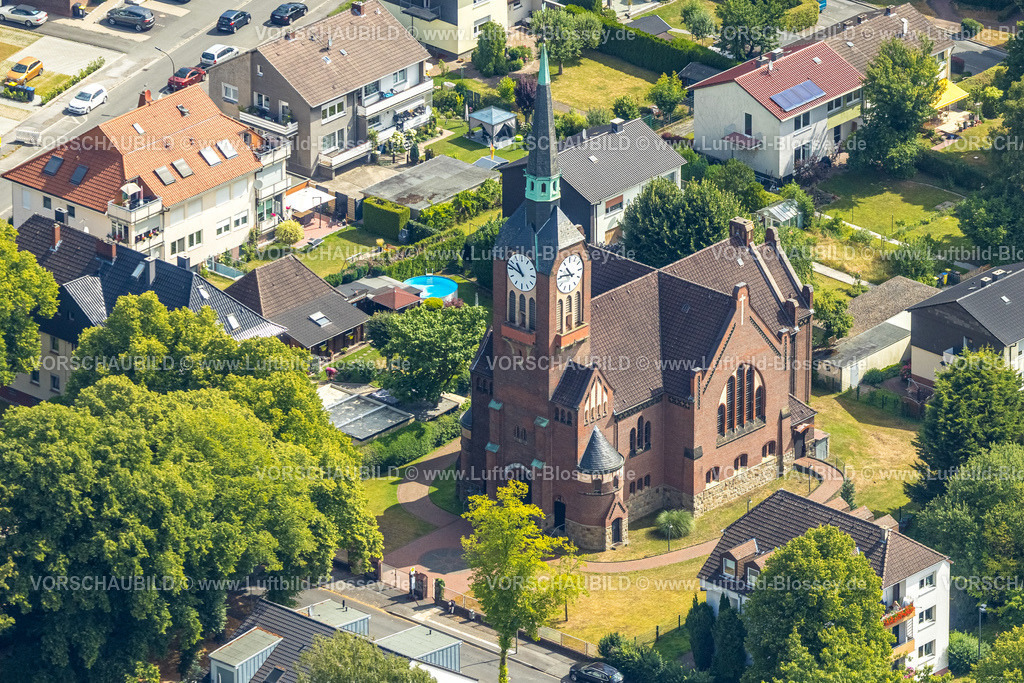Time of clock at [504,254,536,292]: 10:47
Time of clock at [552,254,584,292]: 10:45
